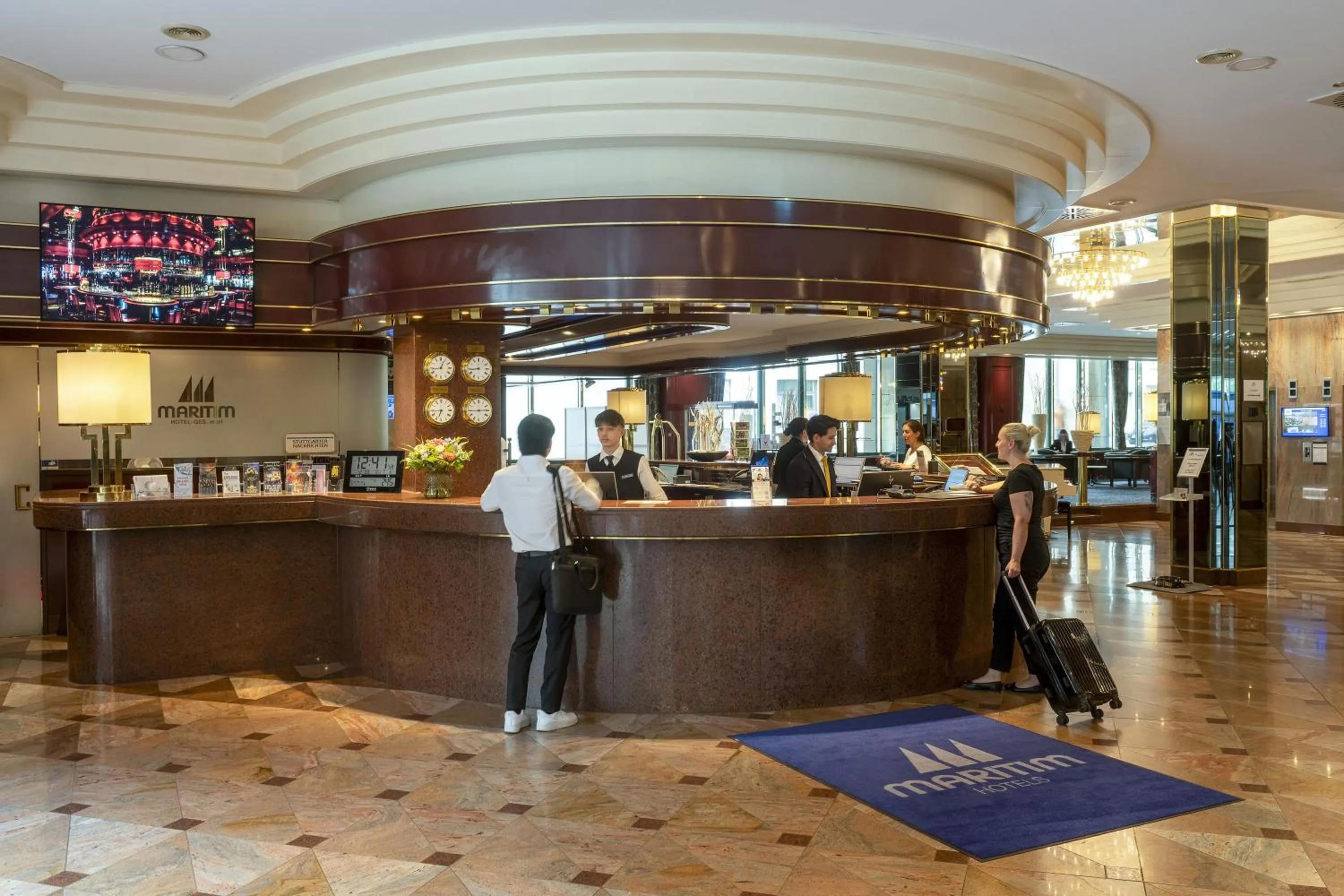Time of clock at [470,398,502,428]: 2:44
